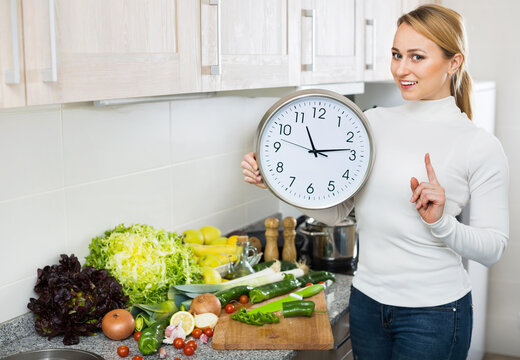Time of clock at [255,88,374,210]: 11:13
